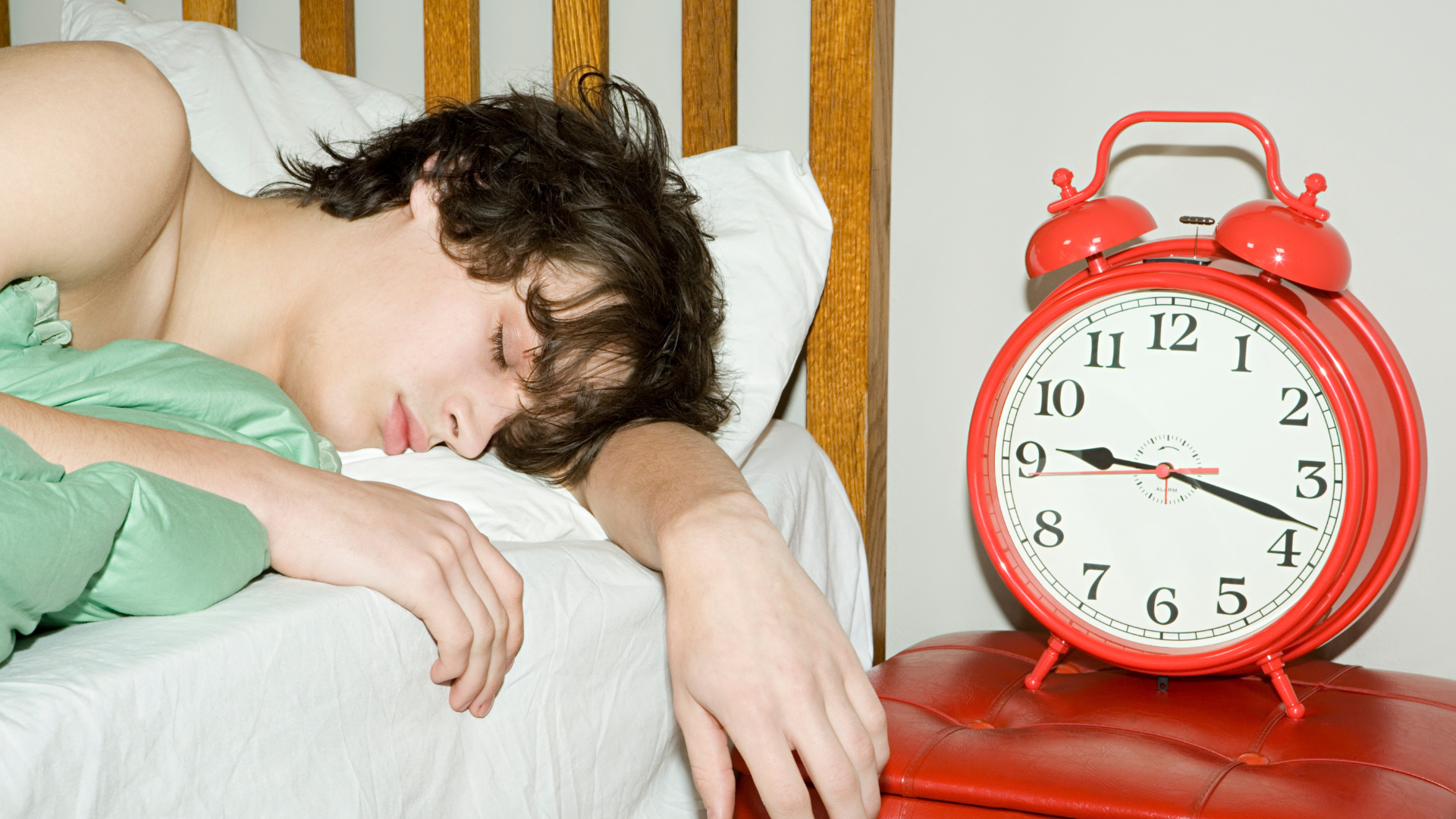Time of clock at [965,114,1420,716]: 9:17
